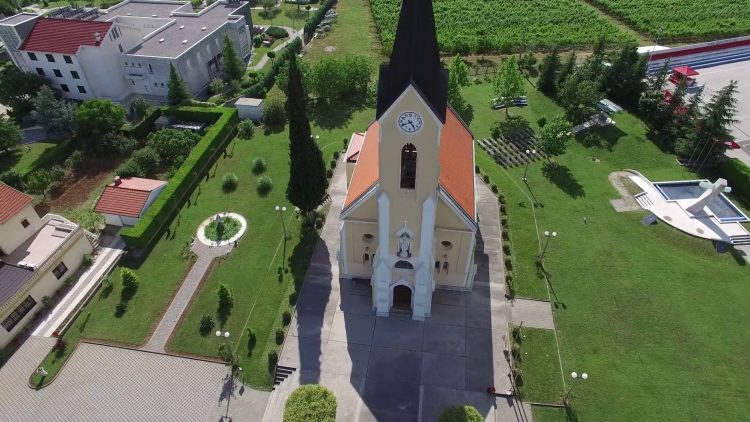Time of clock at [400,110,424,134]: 4:40
